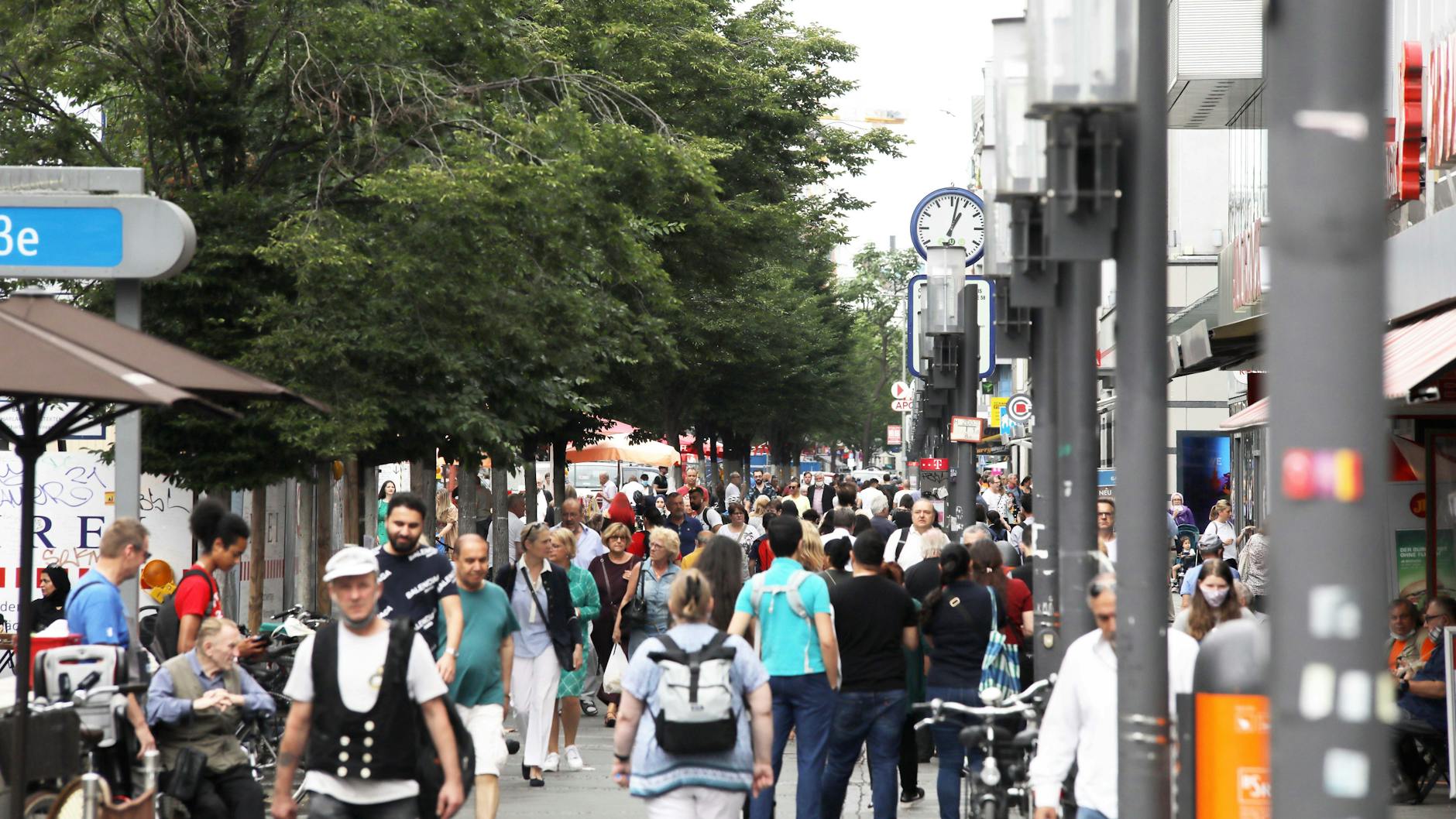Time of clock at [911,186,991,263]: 1:02
